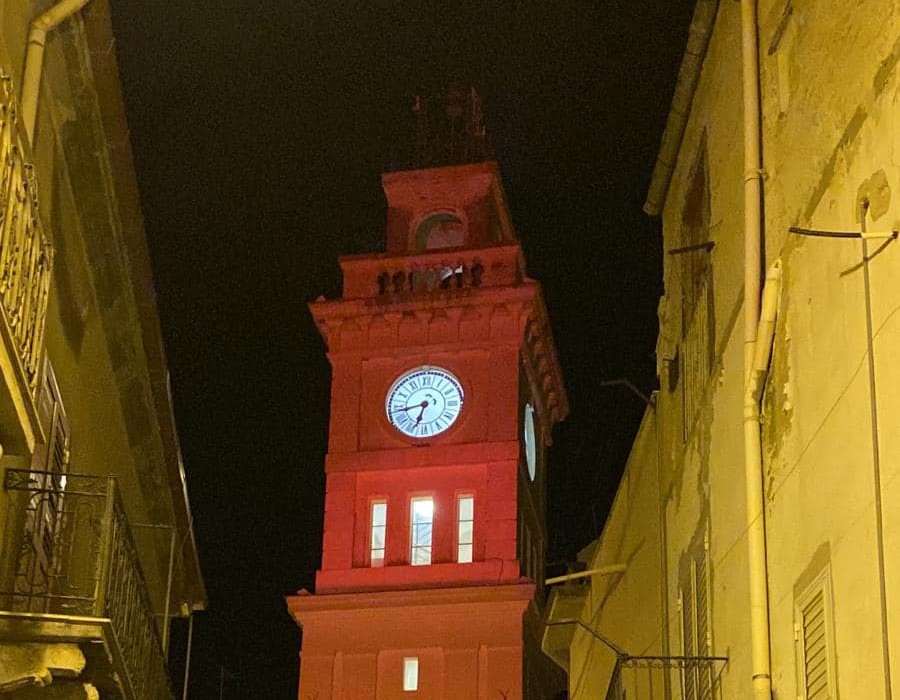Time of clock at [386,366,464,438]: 6:43
